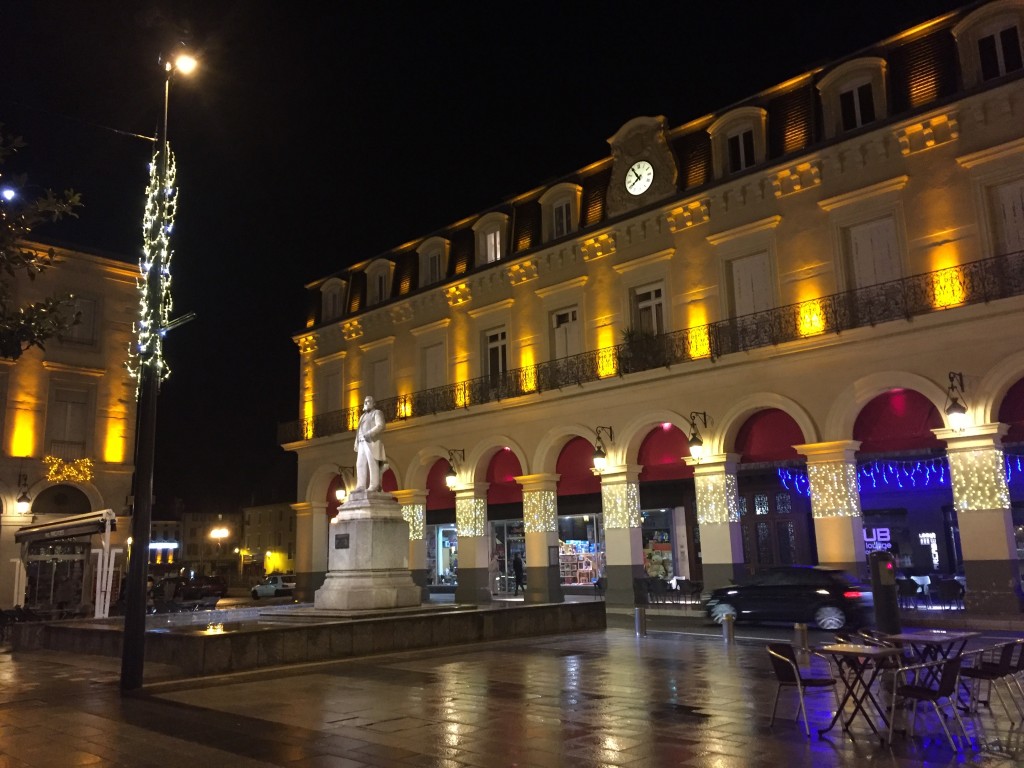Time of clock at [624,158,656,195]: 7:54
